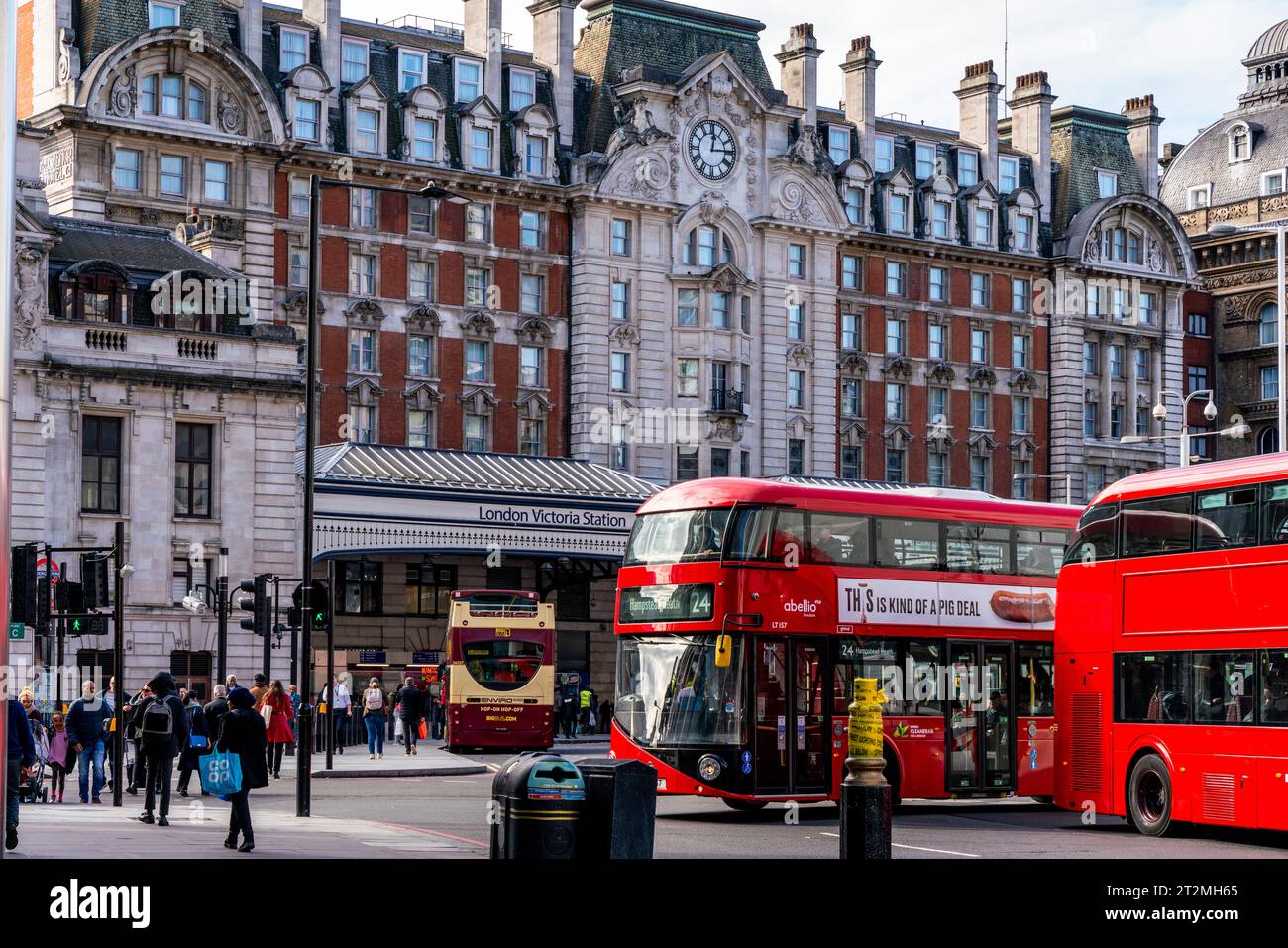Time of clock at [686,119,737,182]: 12:14
